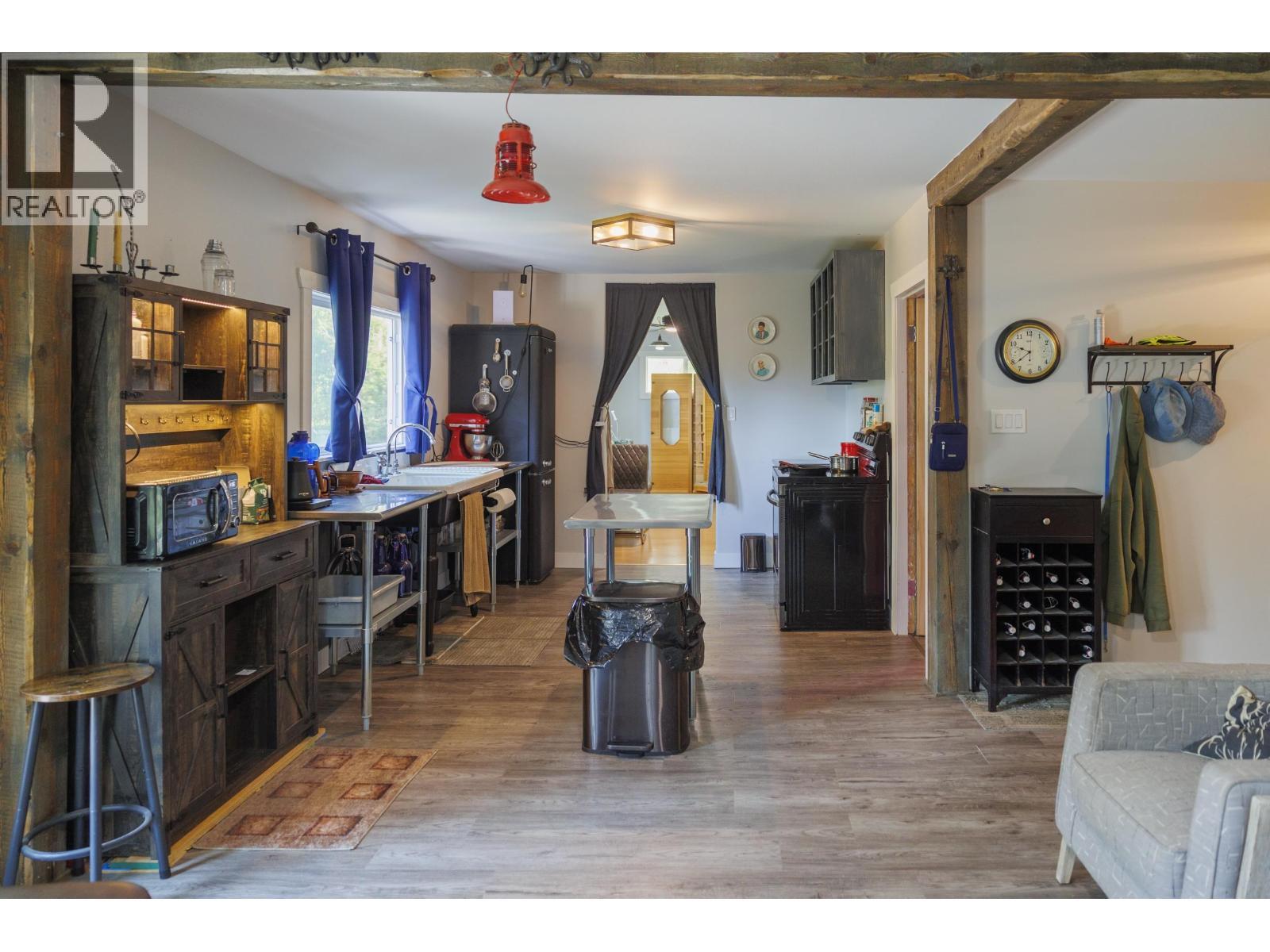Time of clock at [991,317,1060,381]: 9:38
